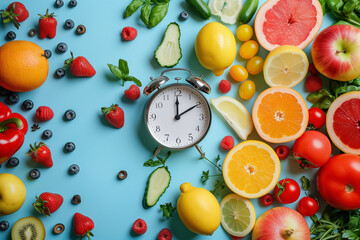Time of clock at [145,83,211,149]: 12:09
